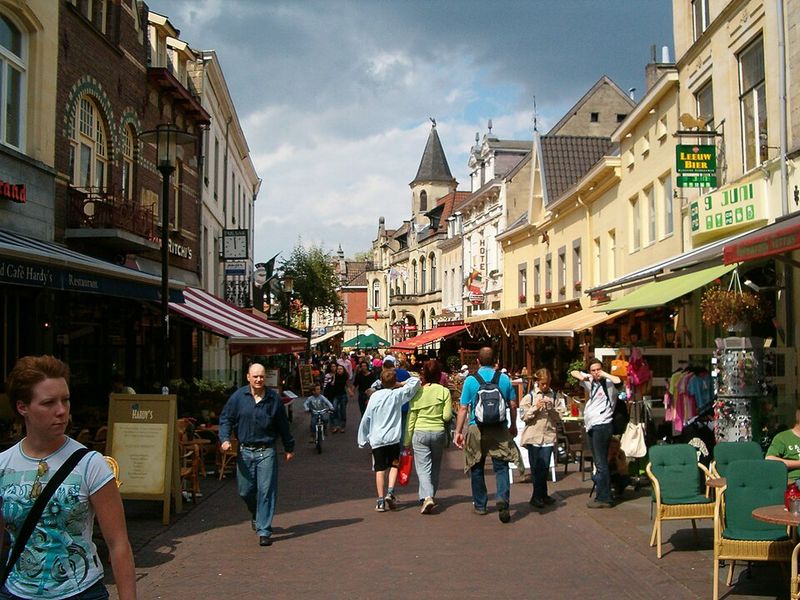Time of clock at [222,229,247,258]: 11:59
